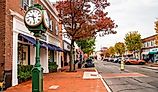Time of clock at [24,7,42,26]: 9:28
